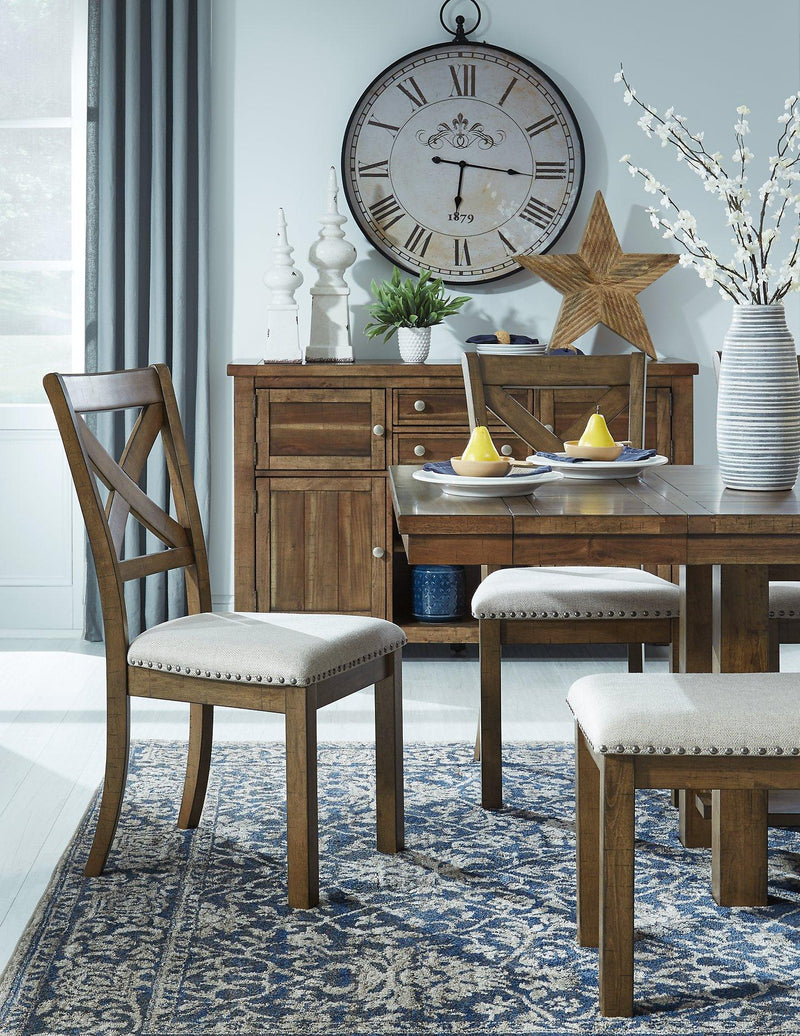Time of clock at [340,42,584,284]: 6:15
